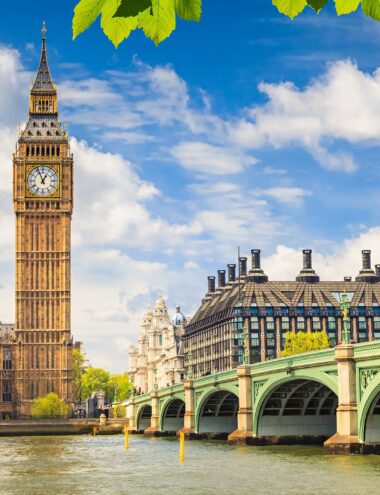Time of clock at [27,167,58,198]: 12:56
